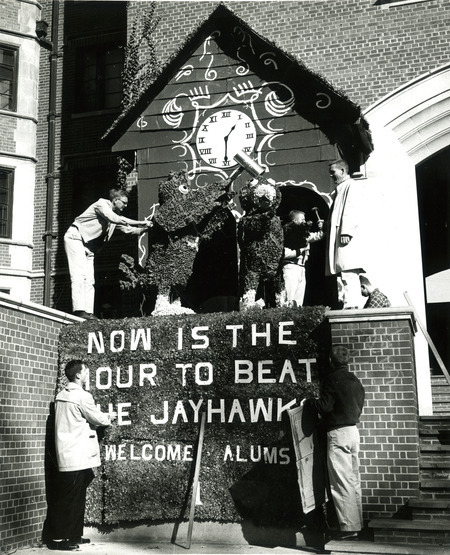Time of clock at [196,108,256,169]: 1:29
